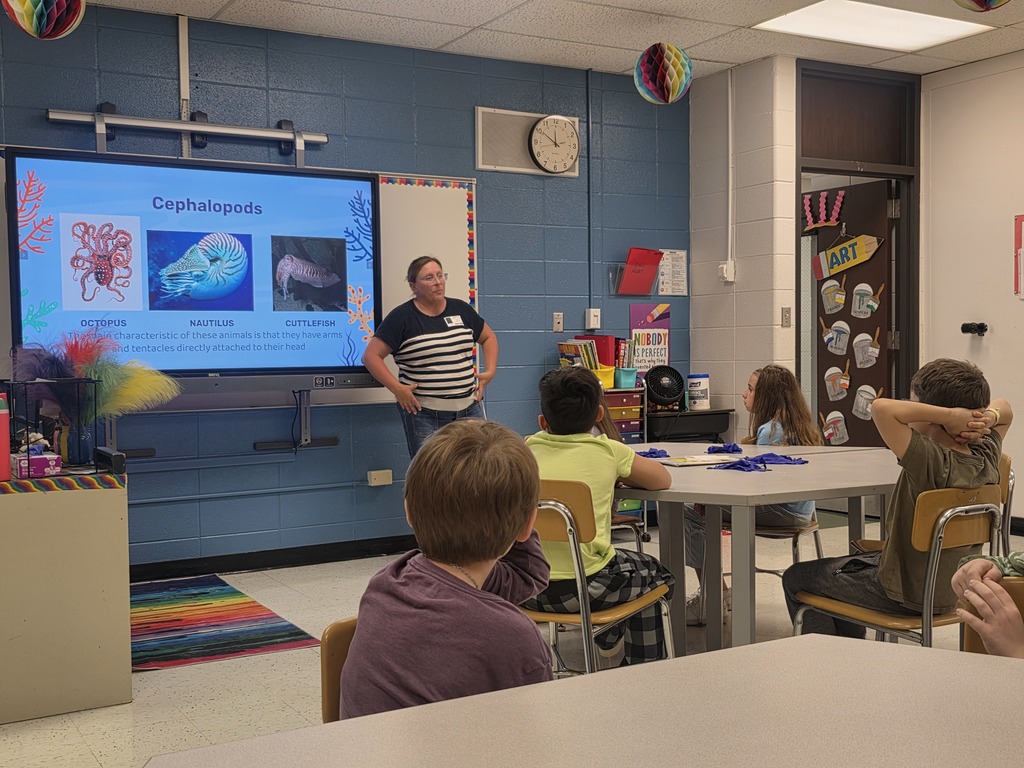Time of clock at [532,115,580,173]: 11:50
